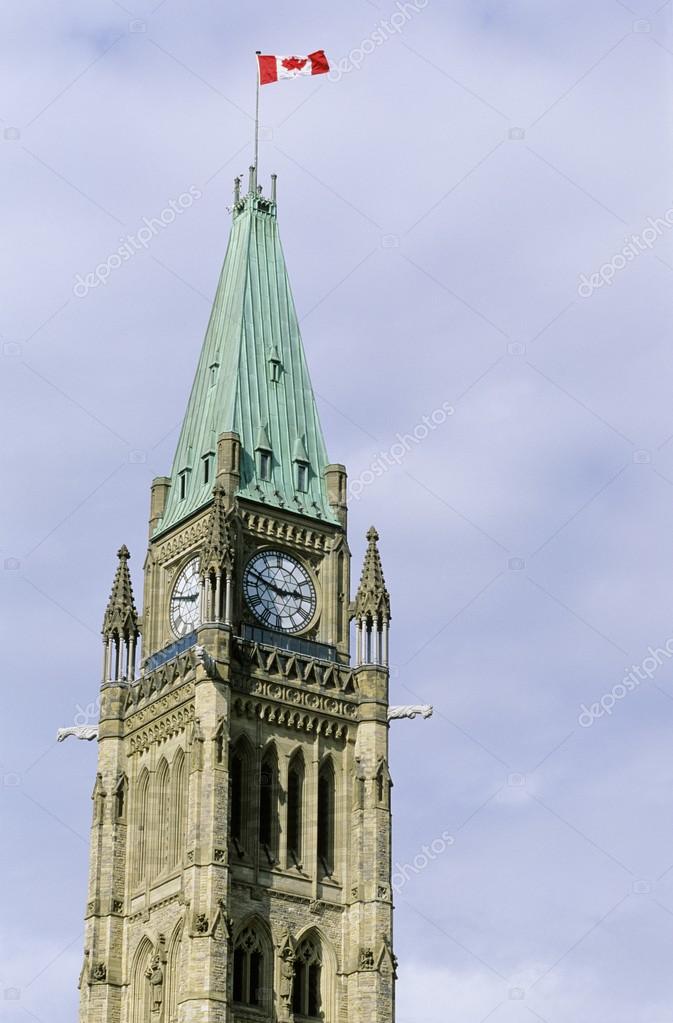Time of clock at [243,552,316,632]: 2:48
